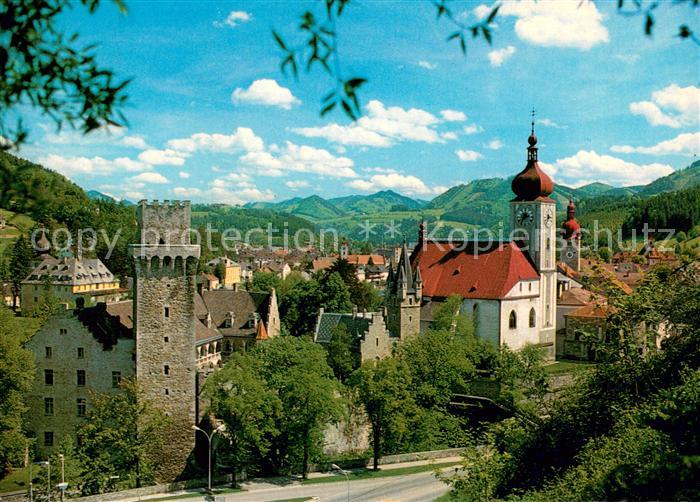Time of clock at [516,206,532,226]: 2:36
